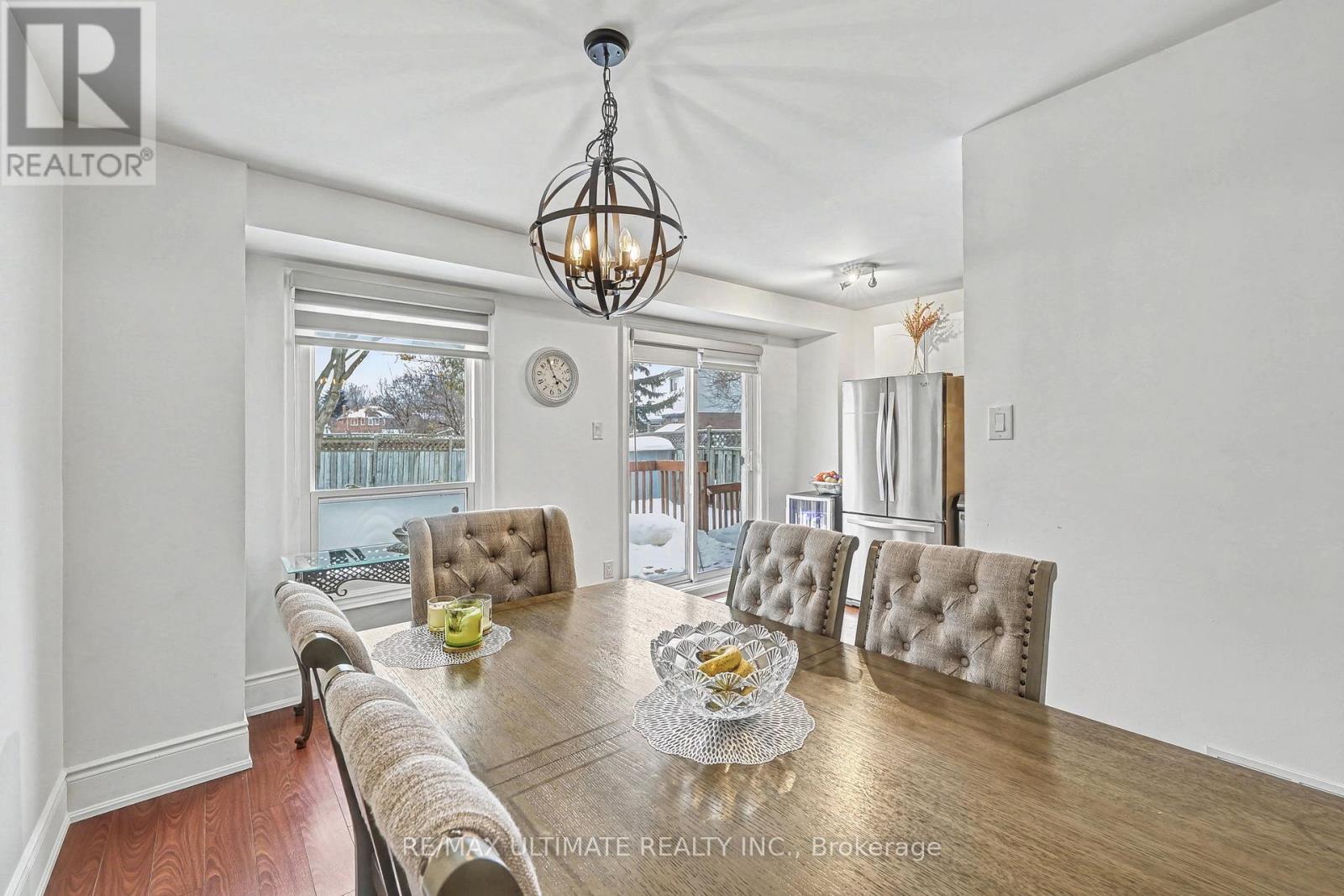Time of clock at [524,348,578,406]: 3:55
